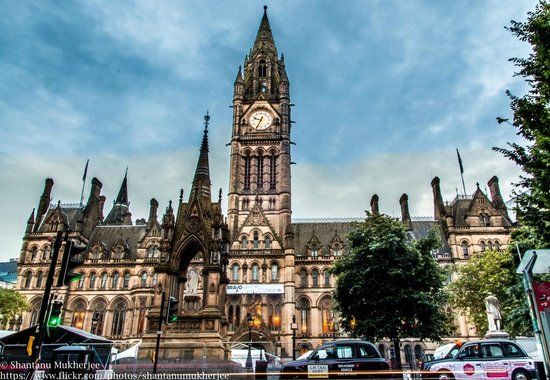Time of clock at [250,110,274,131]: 9:34
